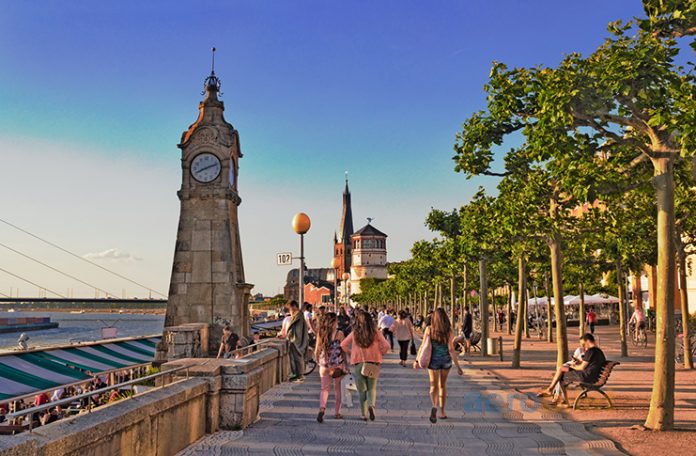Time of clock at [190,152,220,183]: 8:11
